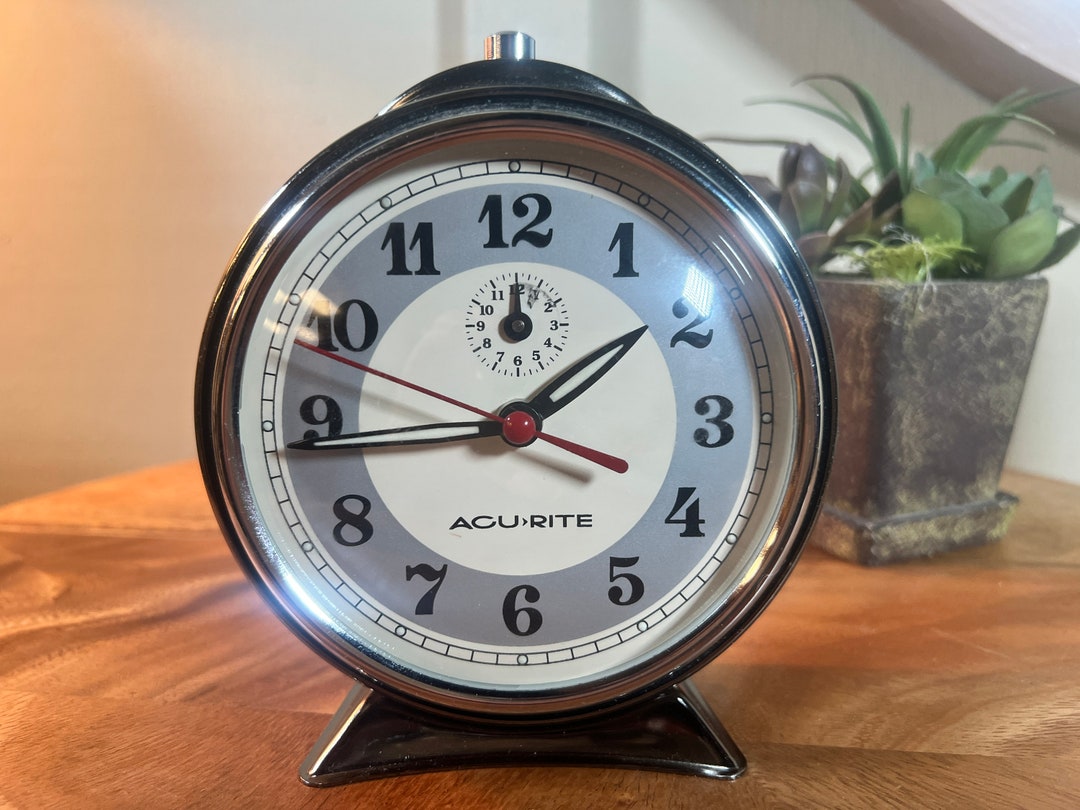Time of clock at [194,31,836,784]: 1:43
